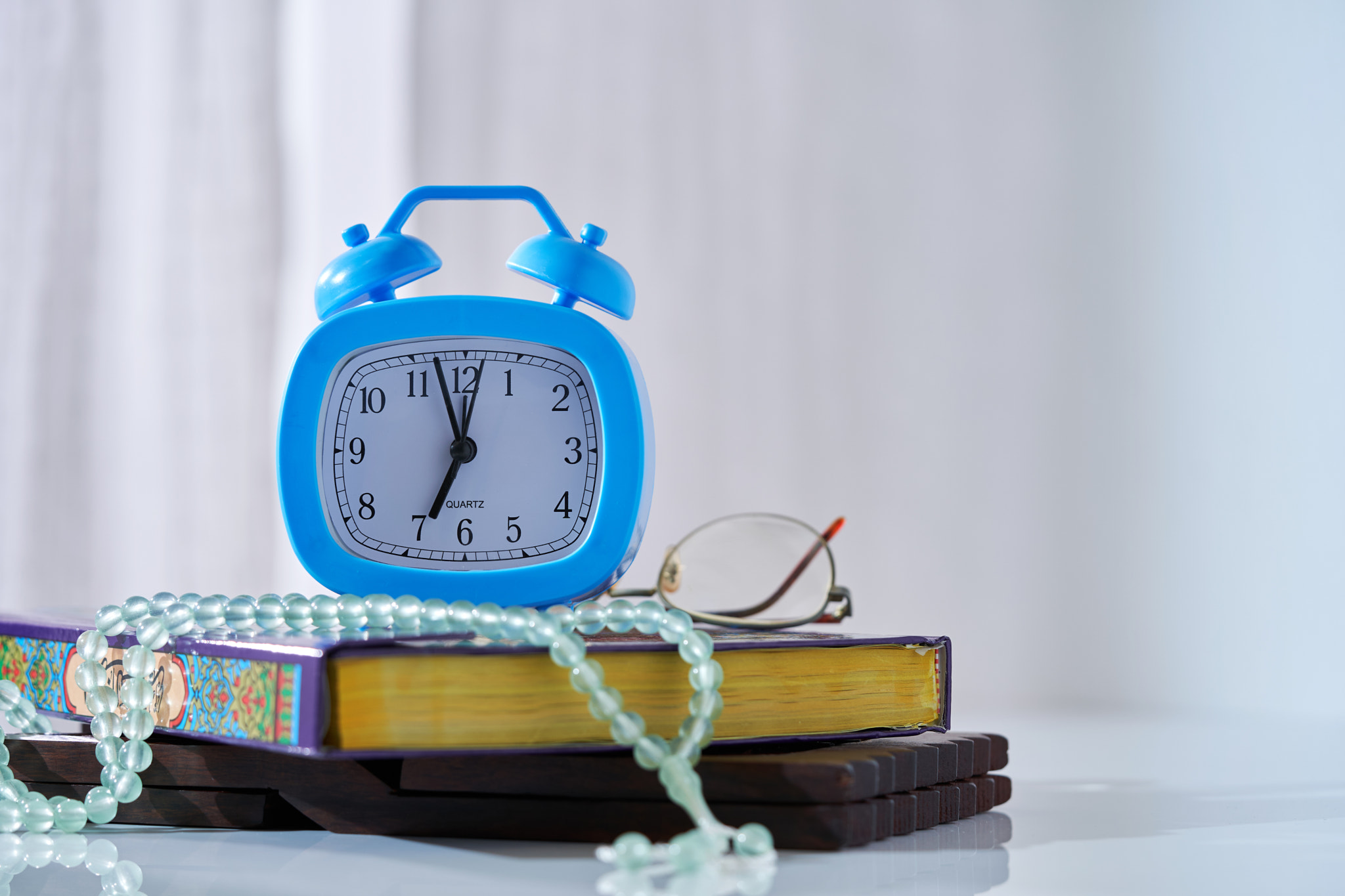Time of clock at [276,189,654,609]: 6:57
